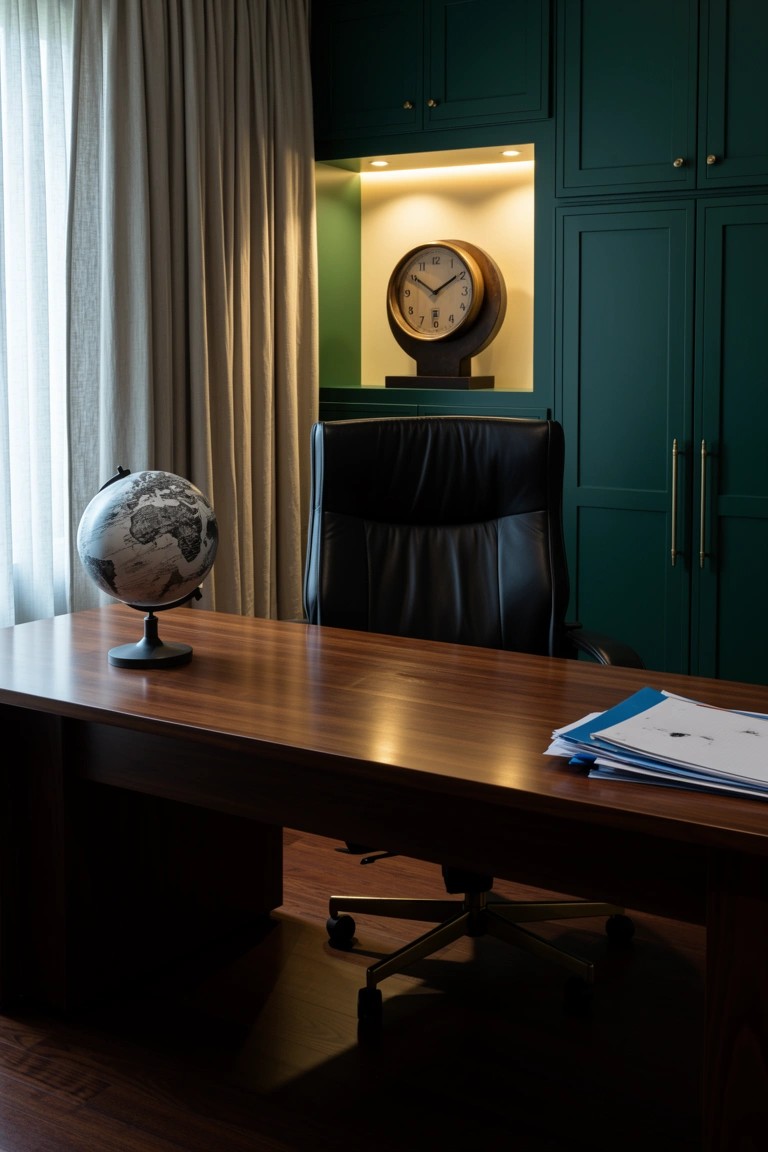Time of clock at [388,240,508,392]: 10:09
